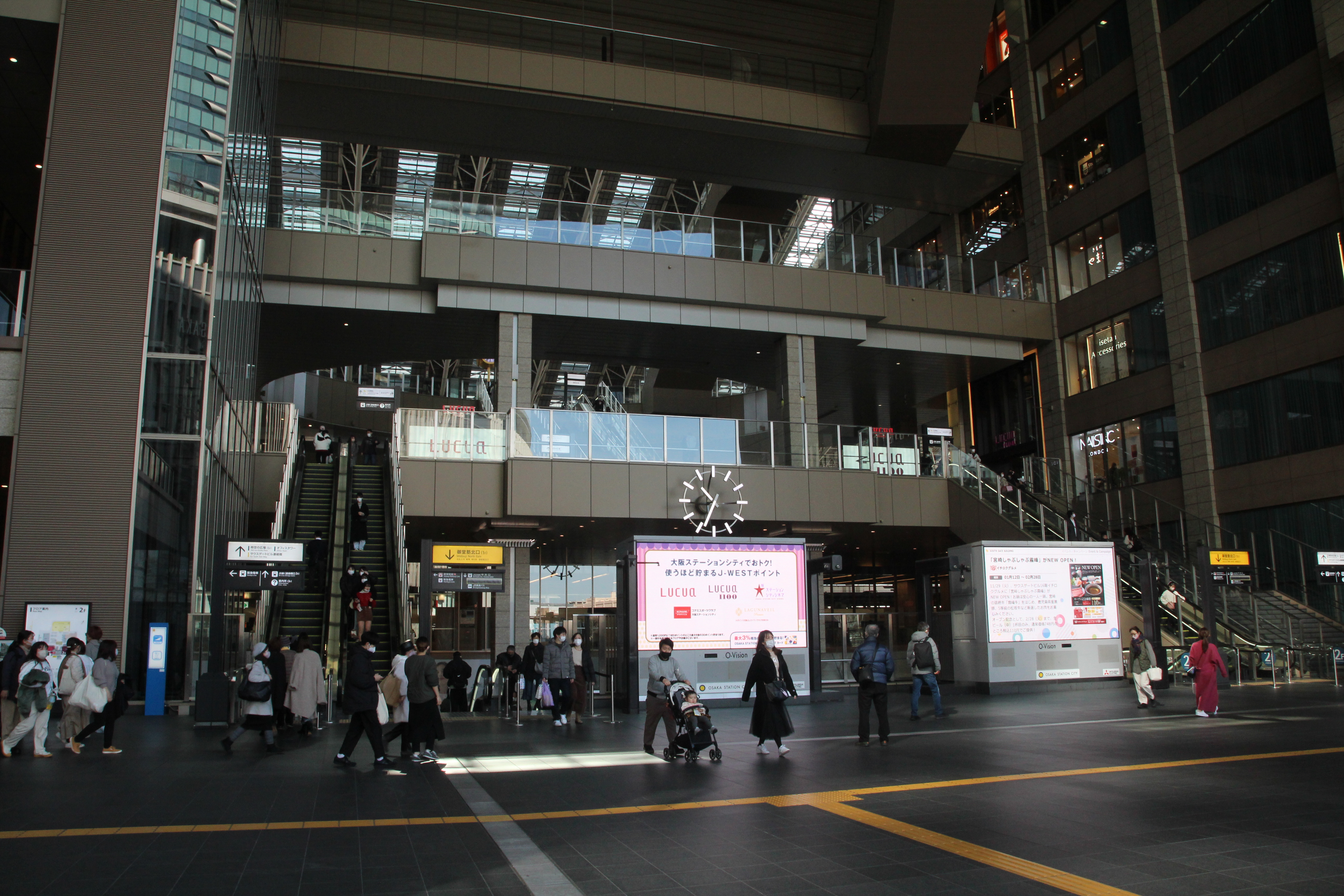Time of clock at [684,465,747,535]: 10:34
